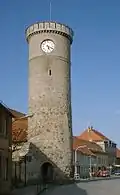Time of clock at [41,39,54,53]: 5:18
